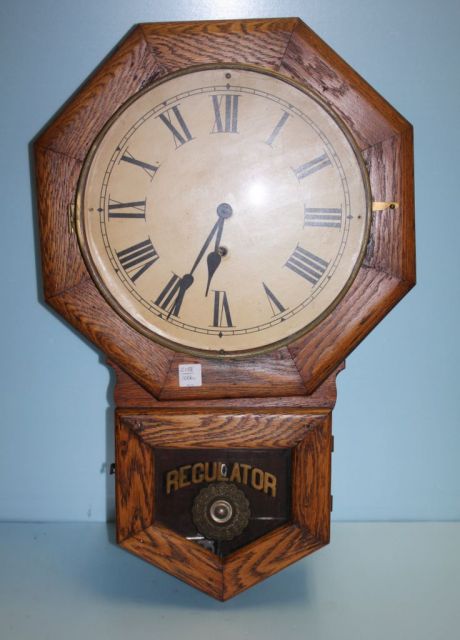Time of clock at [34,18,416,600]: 6:34
